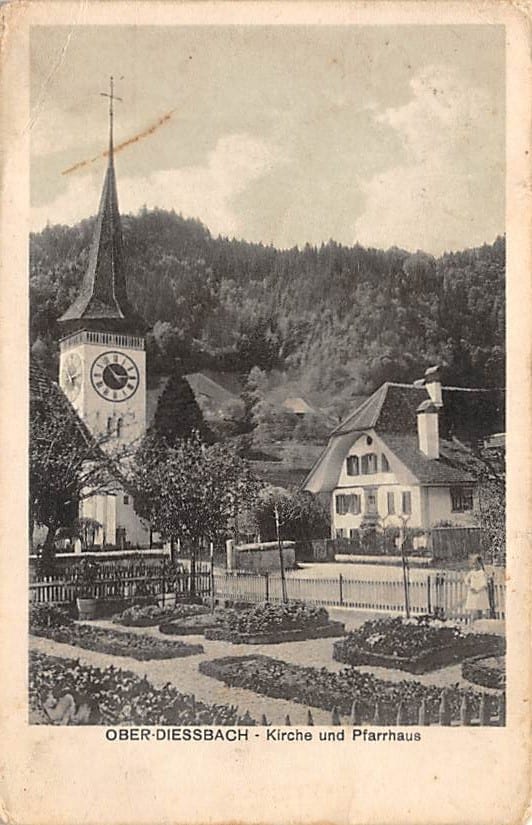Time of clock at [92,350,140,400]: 2:53
